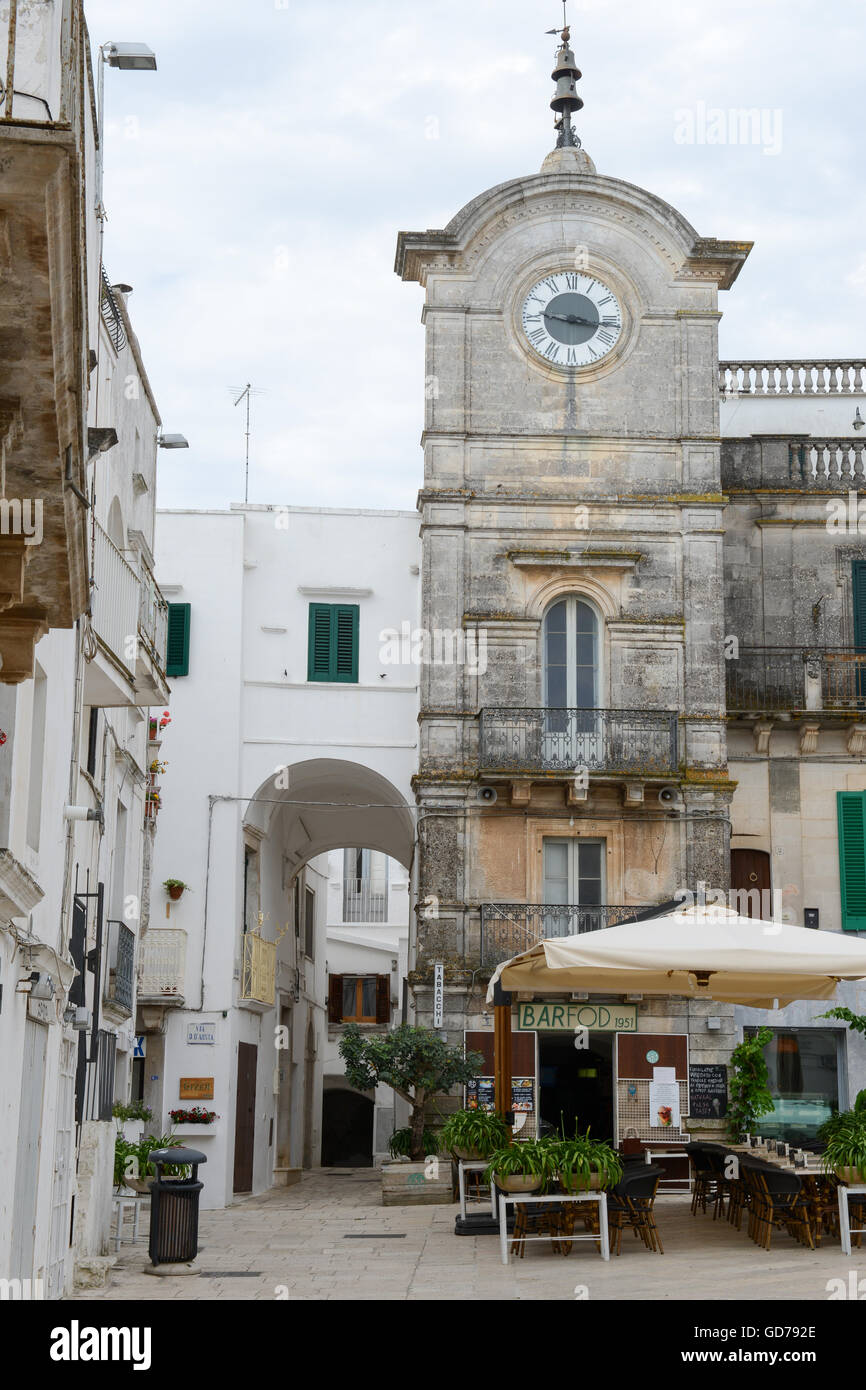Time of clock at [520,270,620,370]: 9:16
